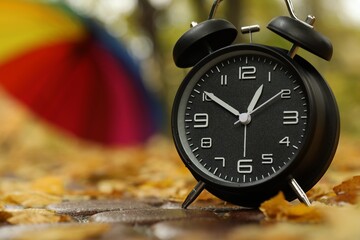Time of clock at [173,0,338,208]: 12:50
